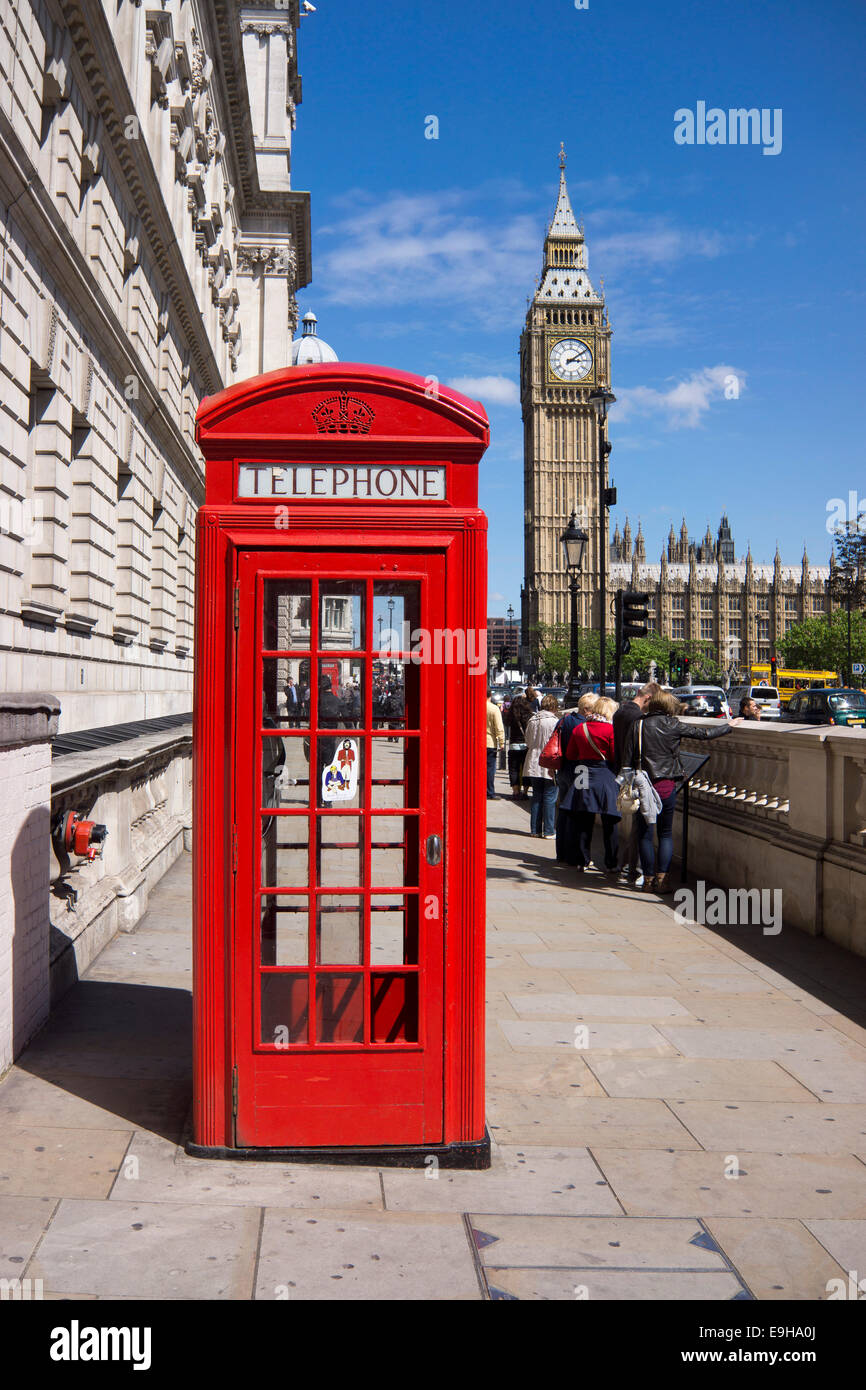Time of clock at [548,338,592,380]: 3:09
